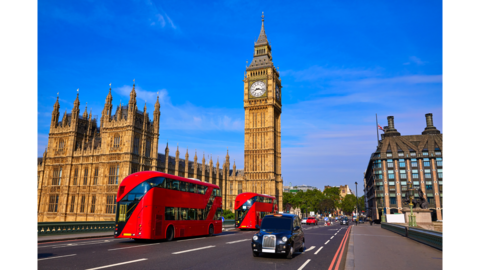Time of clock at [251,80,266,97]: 8:17
